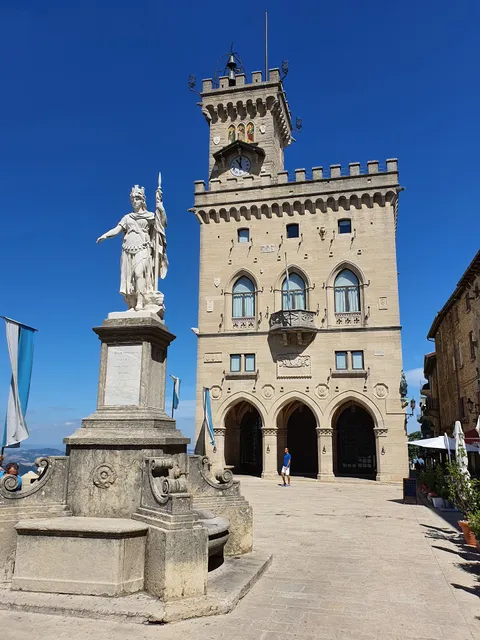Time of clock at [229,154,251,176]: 11:00
